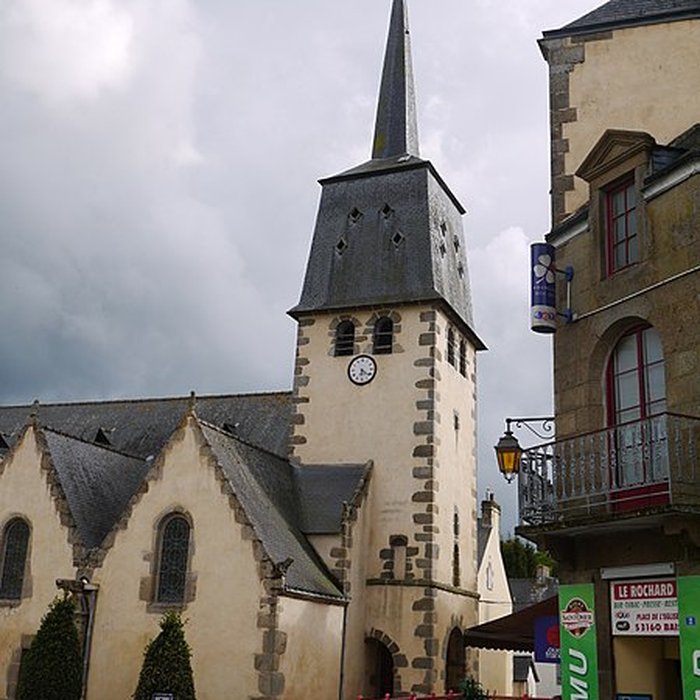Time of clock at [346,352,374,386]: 6:21
